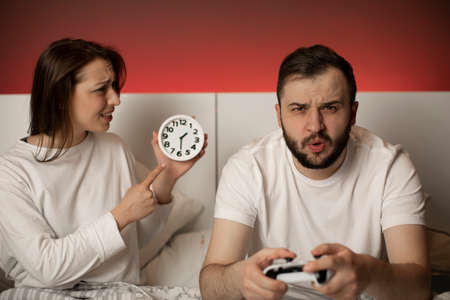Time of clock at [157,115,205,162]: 1:29
